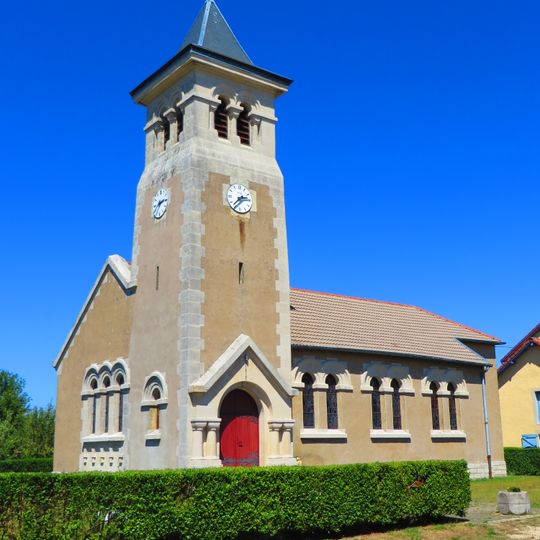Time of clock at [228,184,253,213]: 2:38
